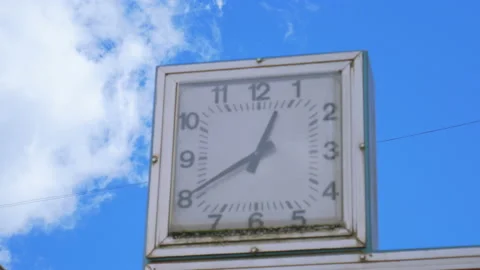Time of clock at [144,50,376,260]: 12:40
